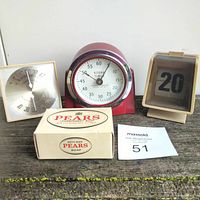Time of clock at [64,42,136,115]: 10:05
